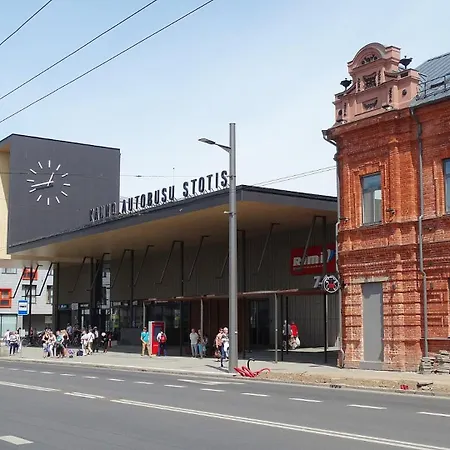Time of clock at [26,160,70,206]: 12:42
